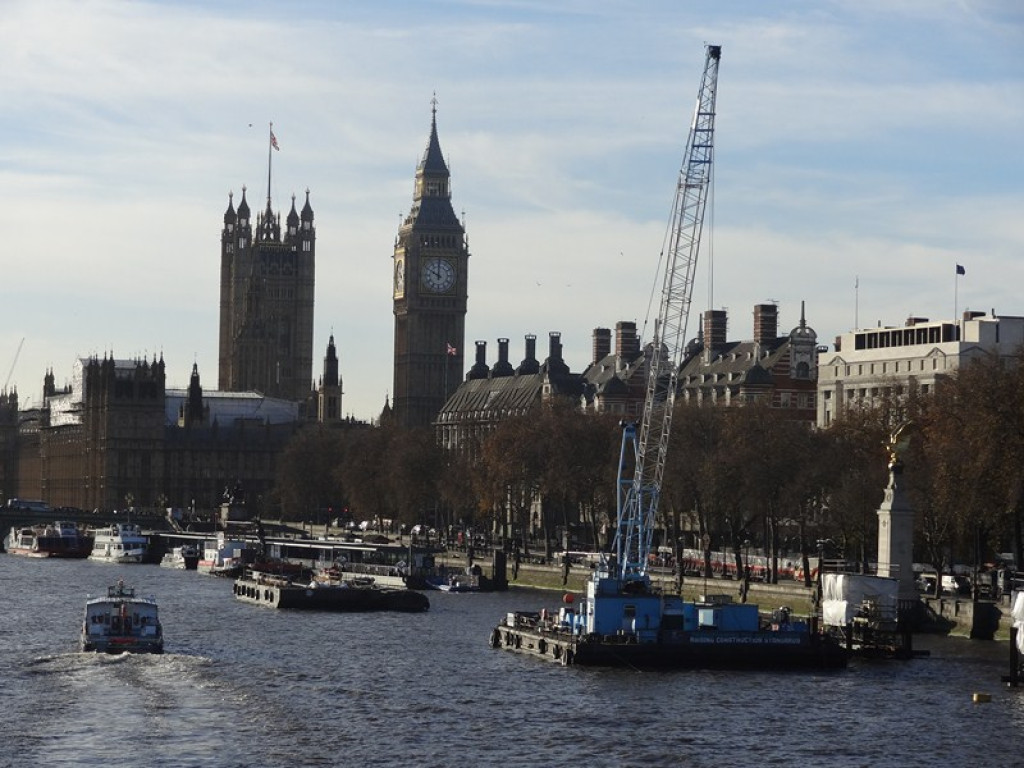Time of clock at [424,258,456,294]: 10:00
